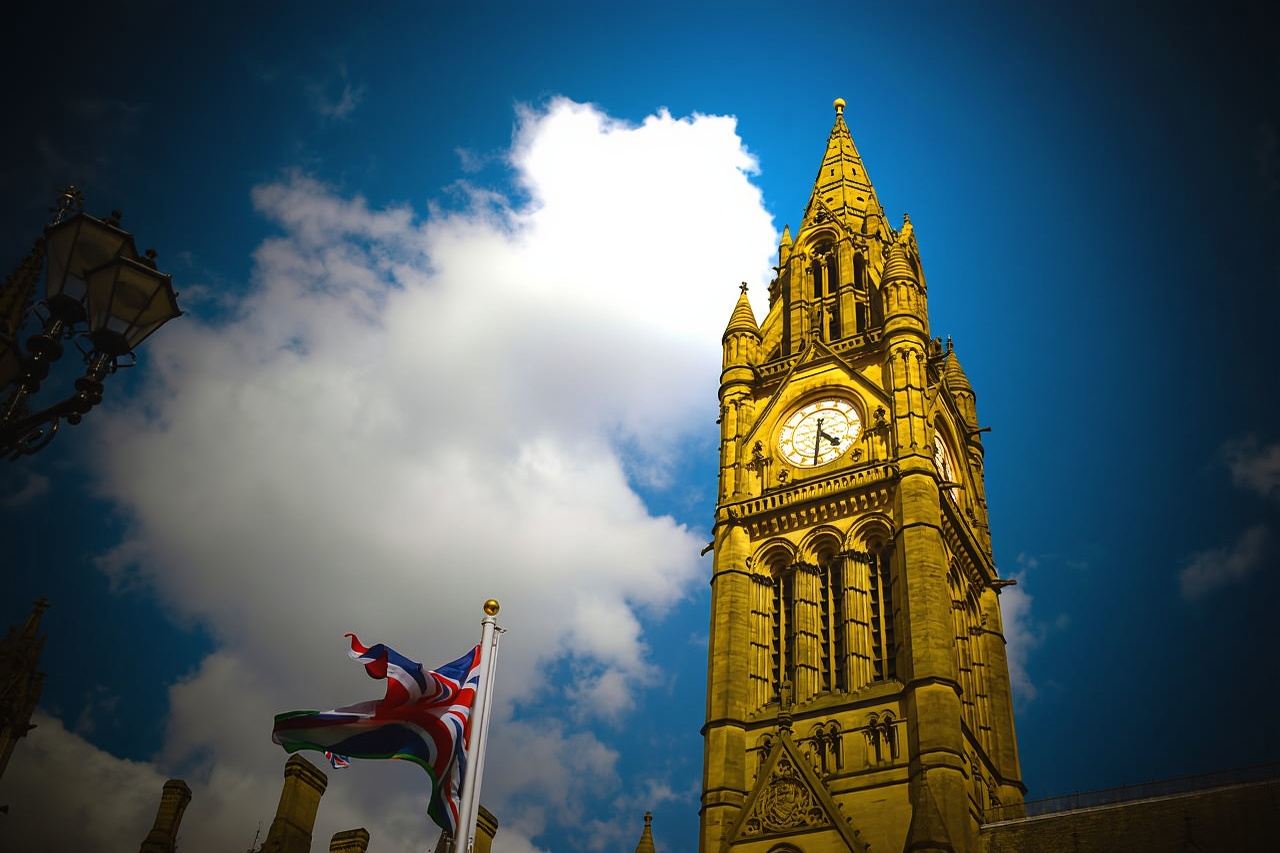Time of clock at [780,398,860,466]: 4:31
